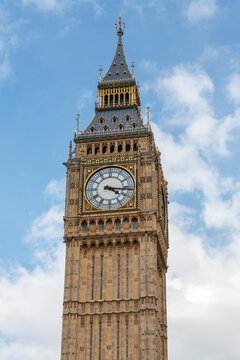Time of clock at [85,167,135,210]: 4:16
